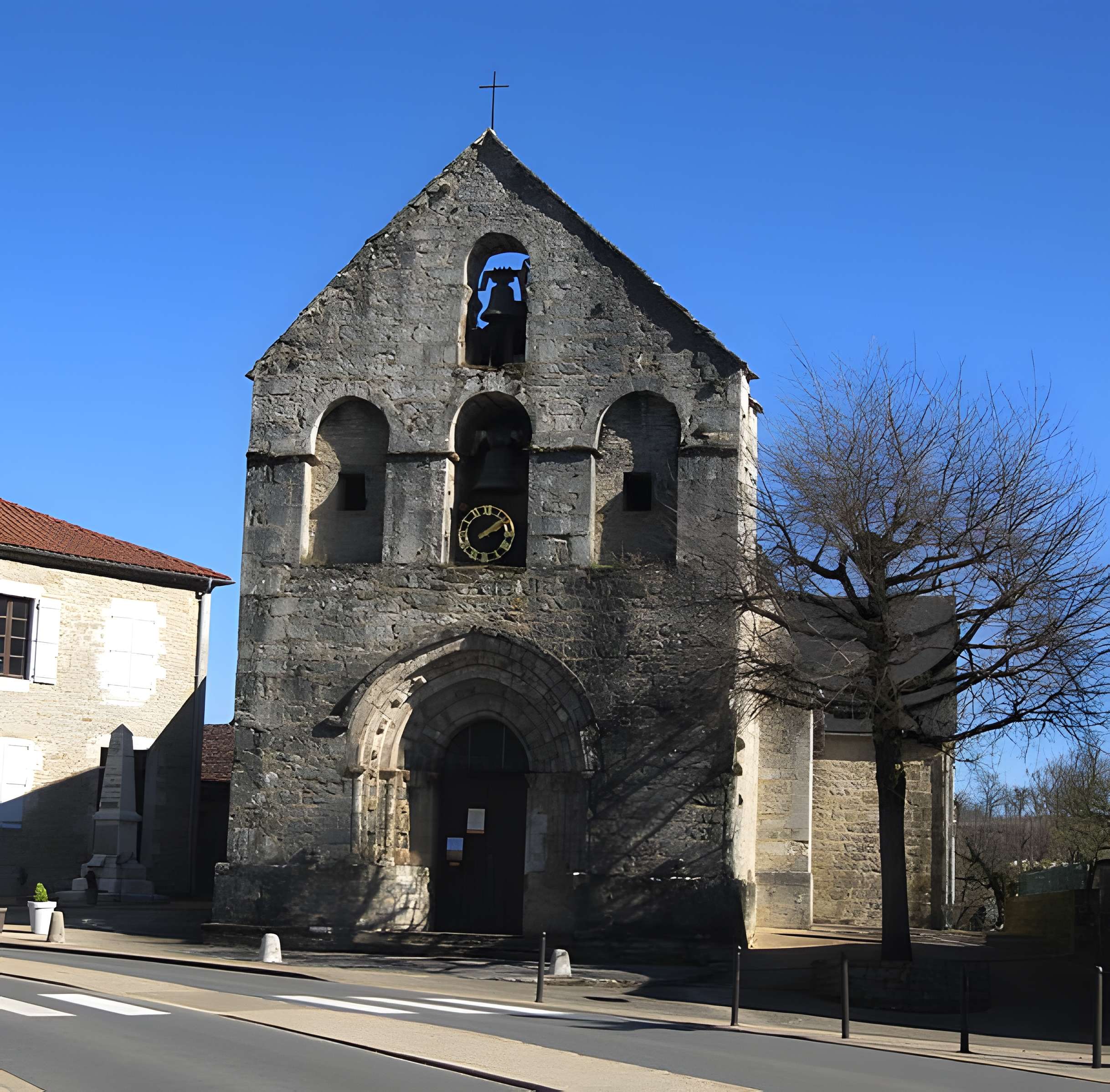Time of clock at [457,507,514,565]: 2:08
